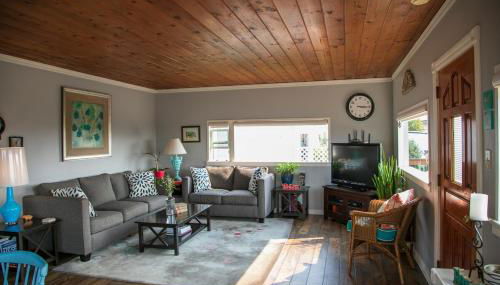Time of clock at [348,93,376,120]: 3:15
